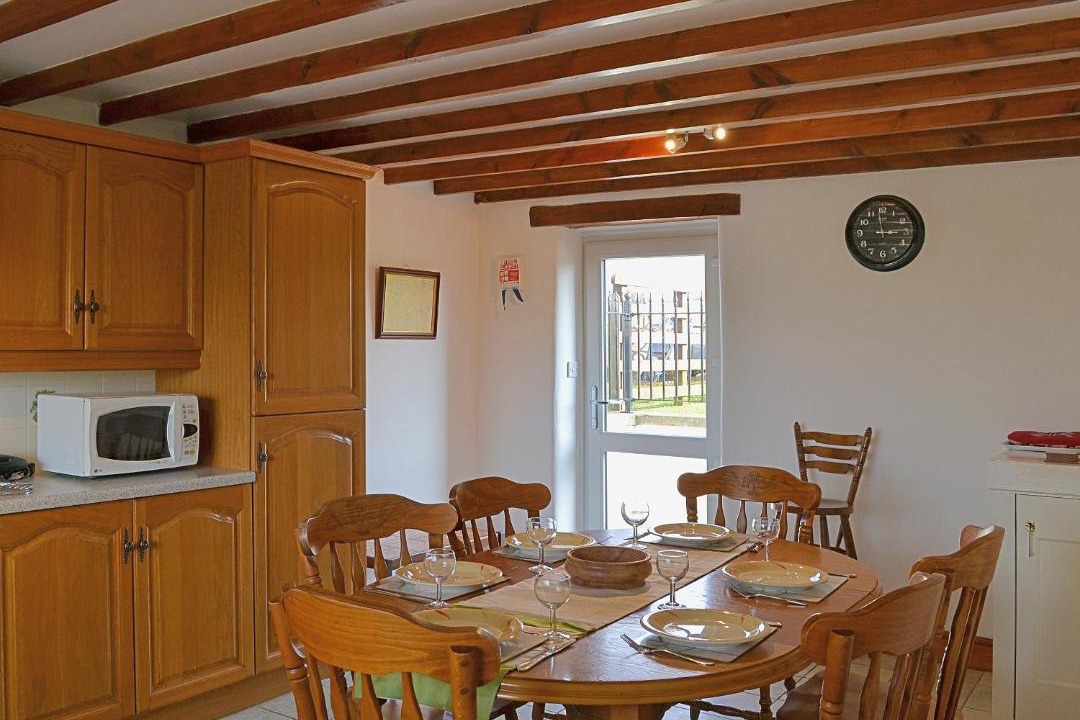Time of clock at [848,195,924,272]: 2:58
